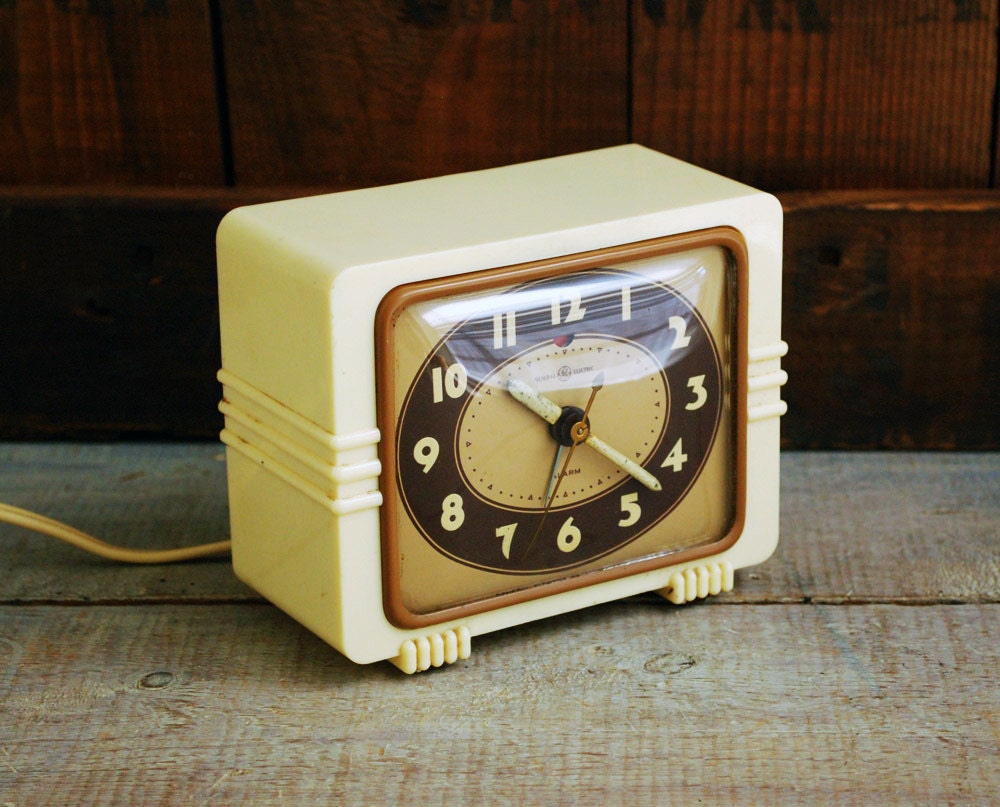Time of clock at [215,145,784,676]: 6:52
